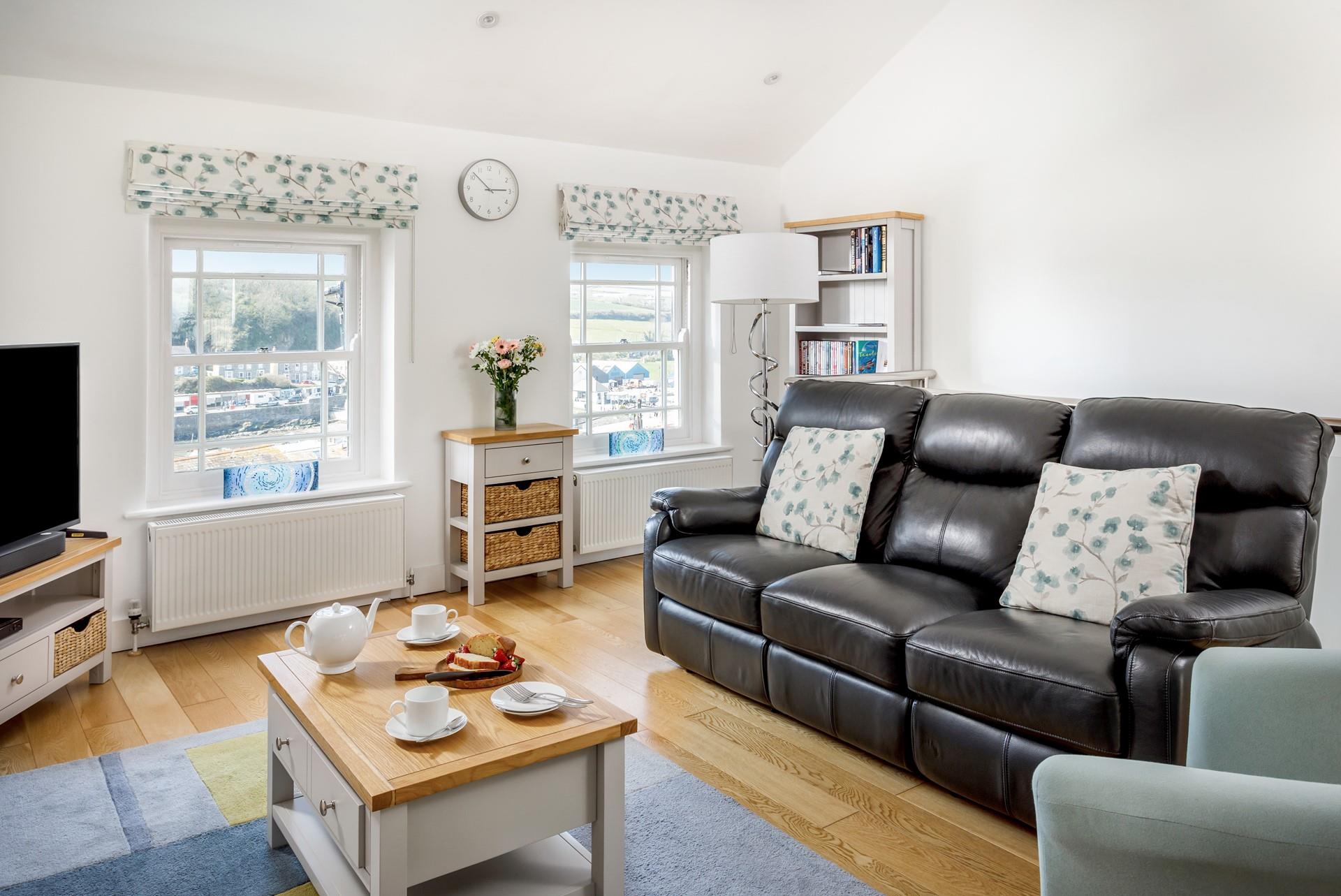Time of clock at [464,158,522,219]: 2:52
